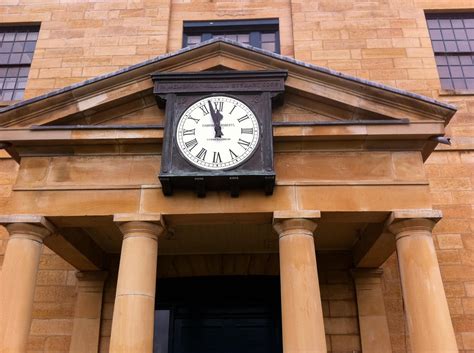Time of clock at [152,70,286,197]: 11:57
